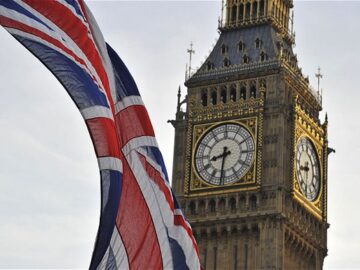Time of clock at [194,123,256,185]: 8:31
